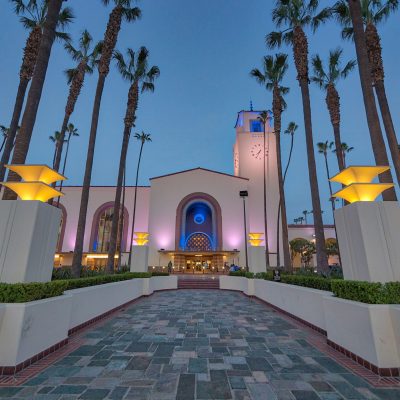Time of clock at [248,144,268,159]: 7:34
